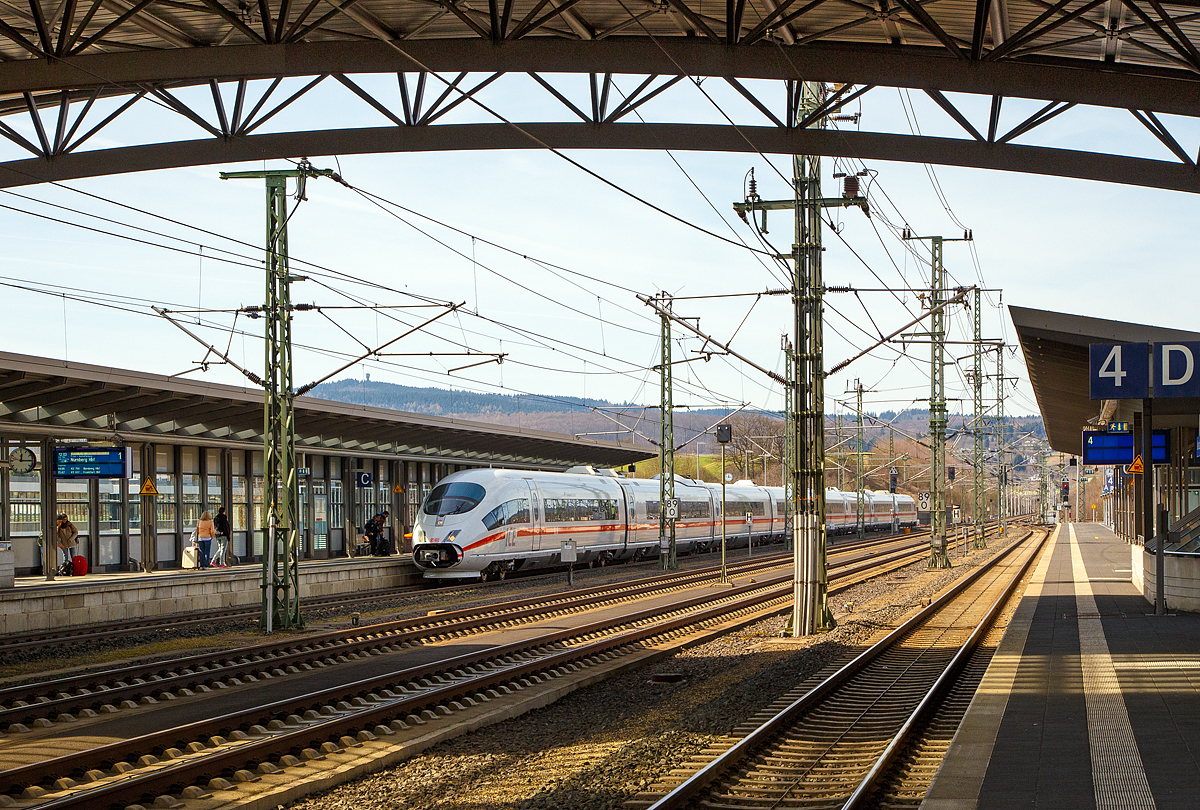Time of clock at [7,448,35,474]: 12:14
